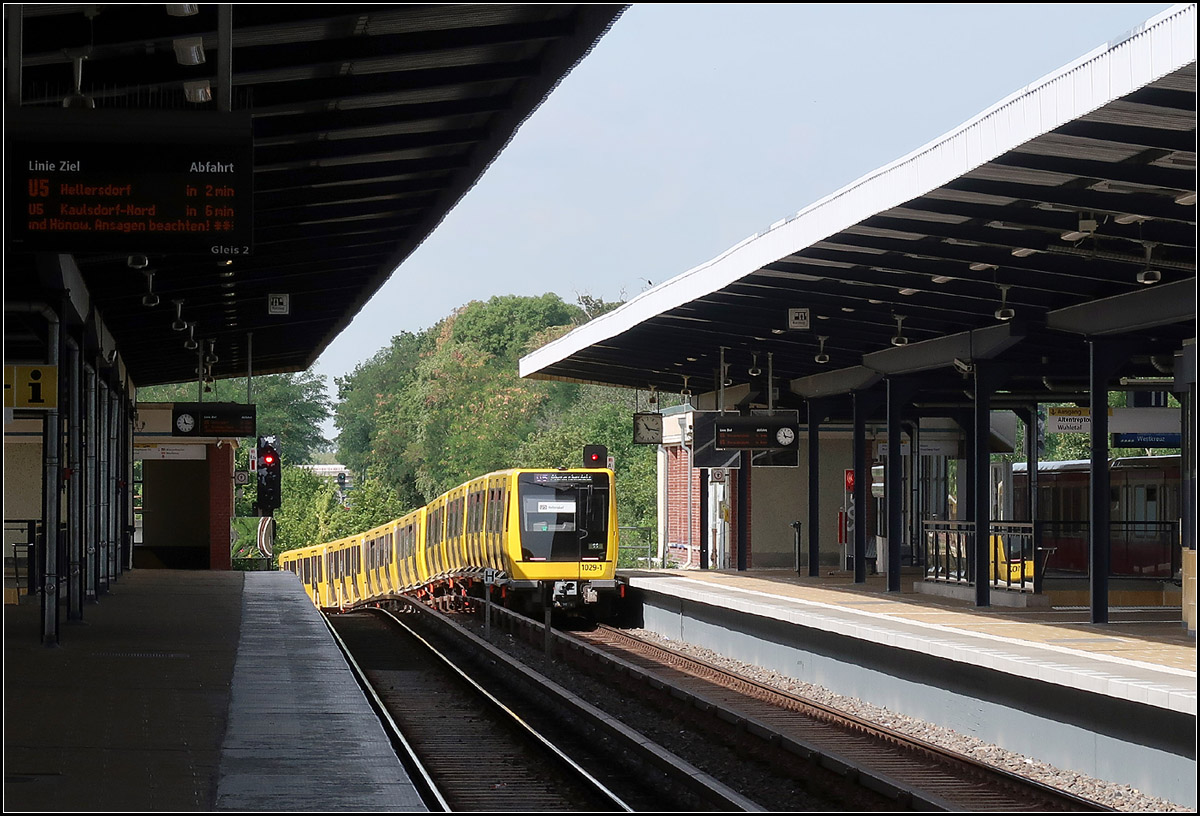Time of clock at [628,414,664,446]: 11:16
